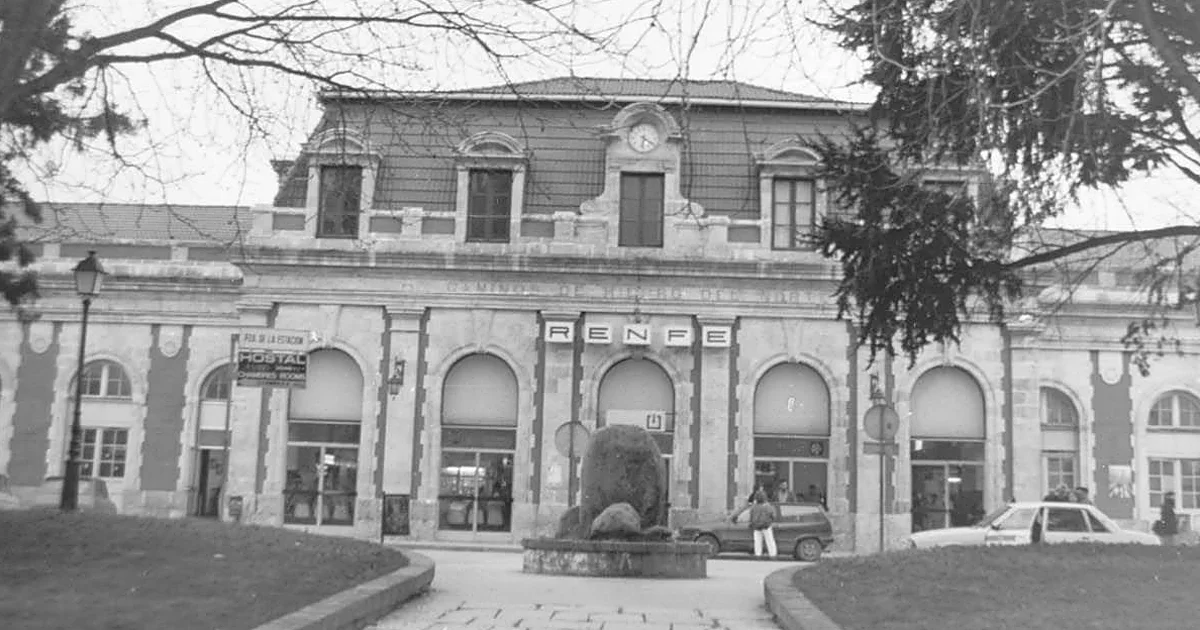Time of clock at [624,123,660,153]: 6:21
